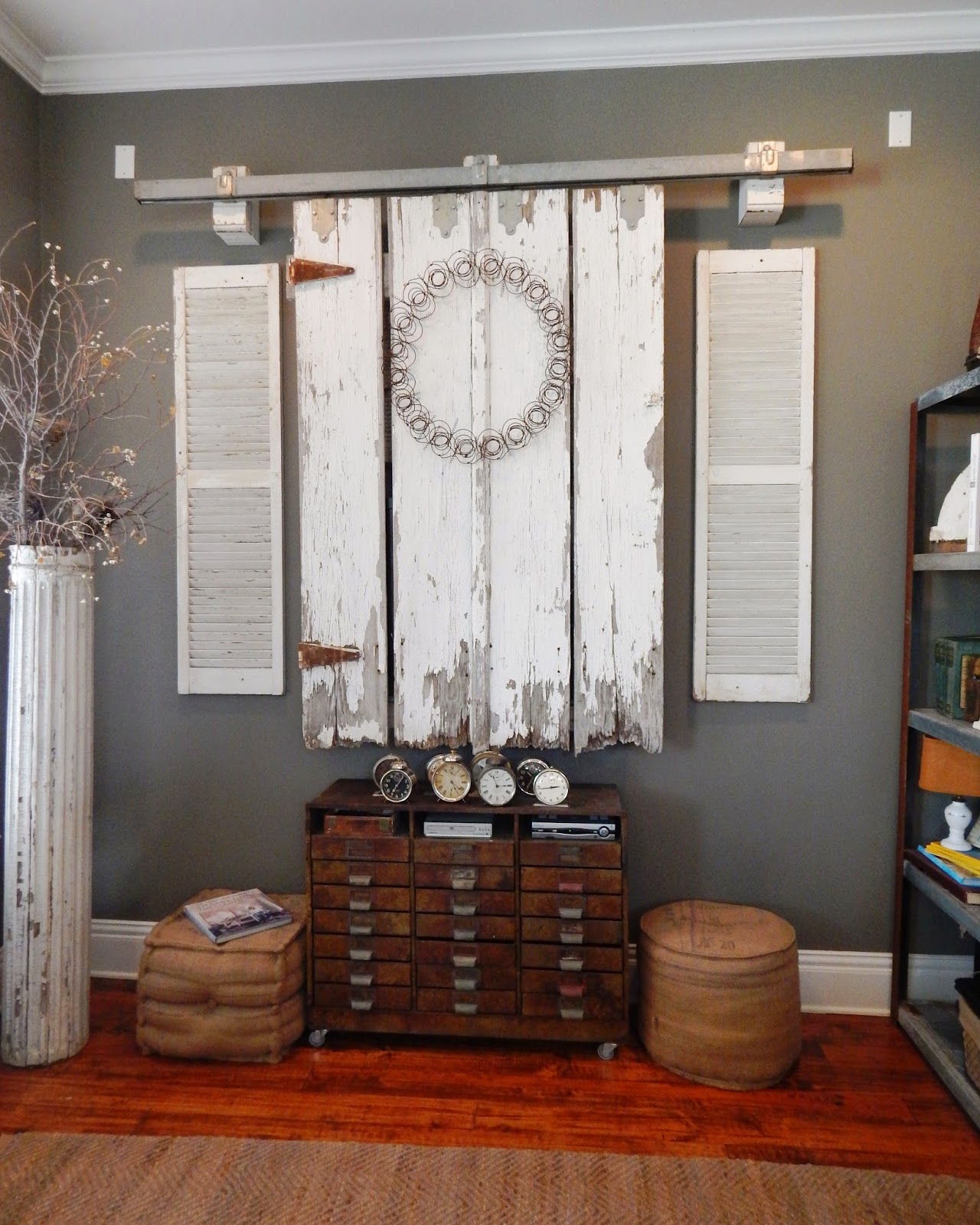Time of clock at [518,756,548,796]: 2:43
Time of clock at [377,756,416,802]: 7:06
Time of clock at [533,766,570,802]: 2:43
